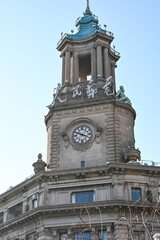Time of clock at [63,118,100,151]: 3:48
